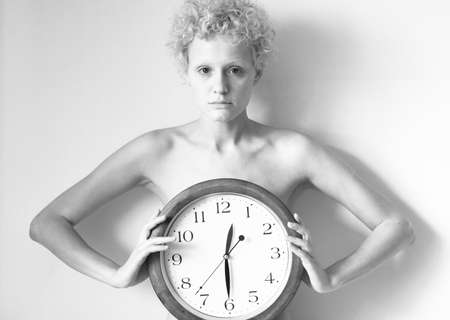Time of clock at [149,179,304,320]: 12:29
